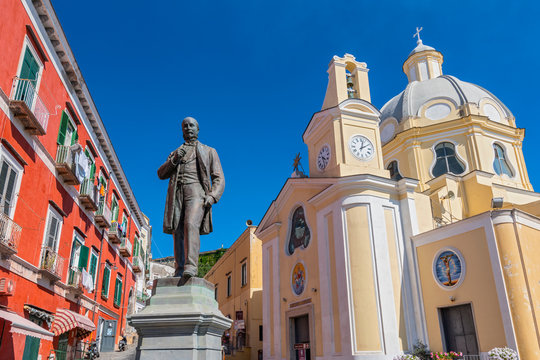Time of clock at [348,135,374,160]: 2:02
